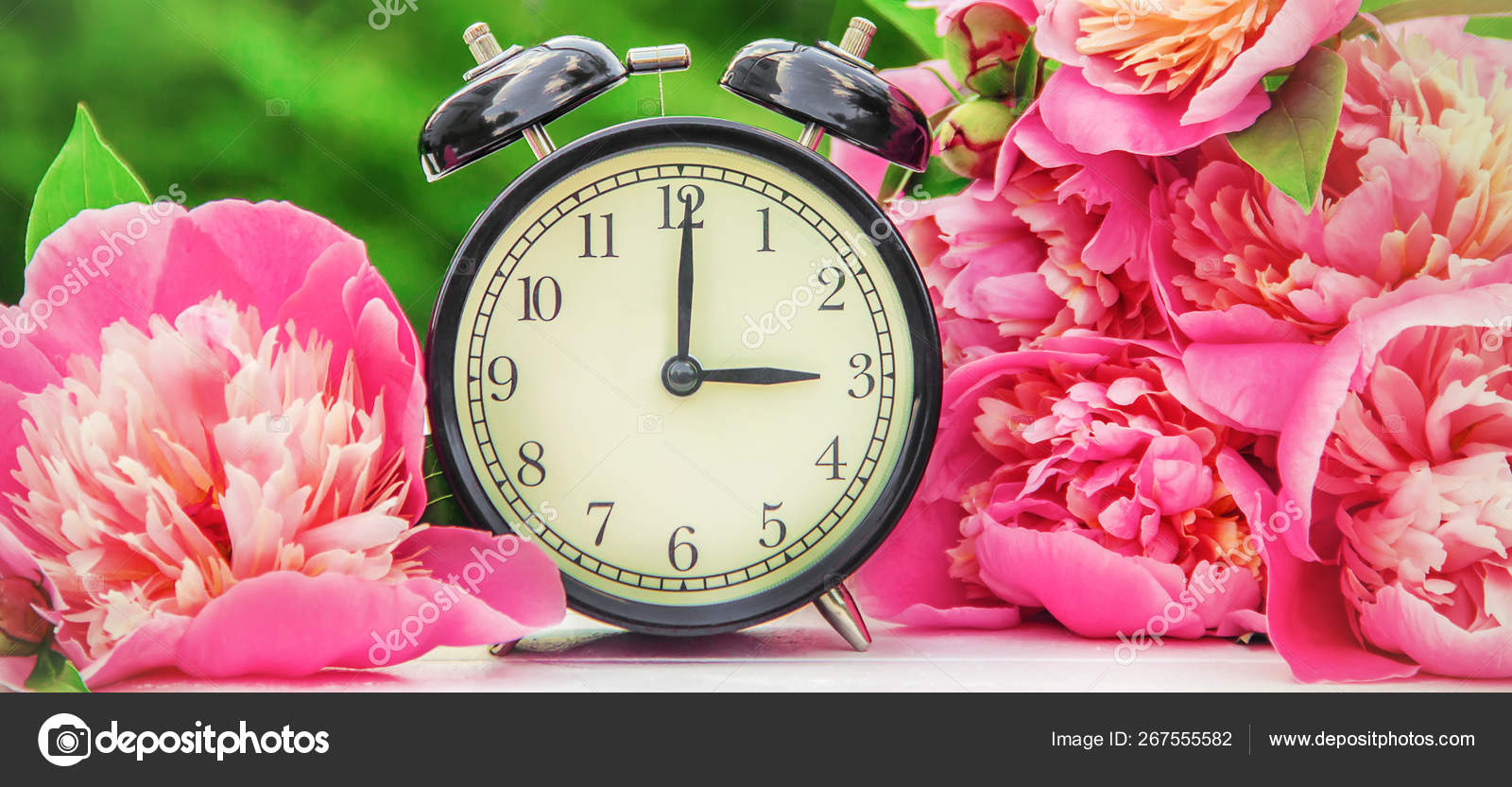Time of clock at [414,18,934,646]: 3:00
